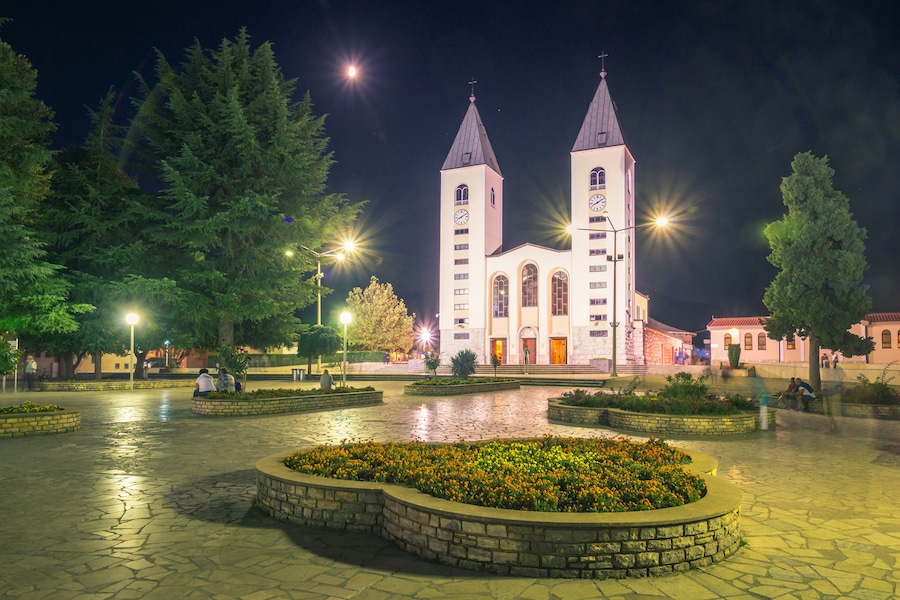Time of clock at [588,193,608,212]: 8:09
